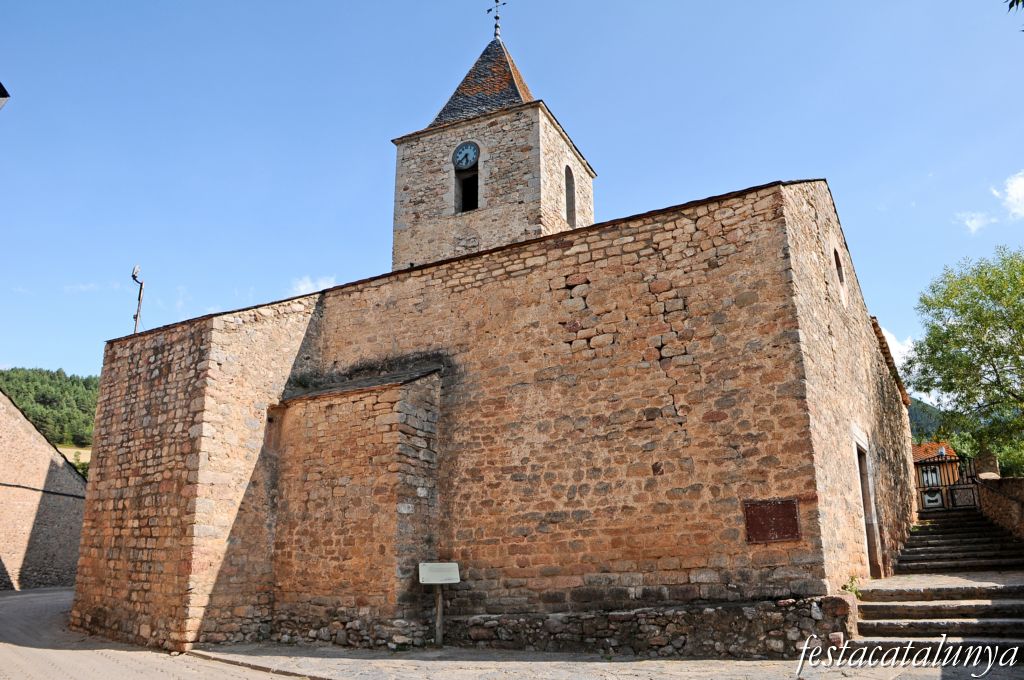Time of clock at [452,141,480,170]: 5:38
